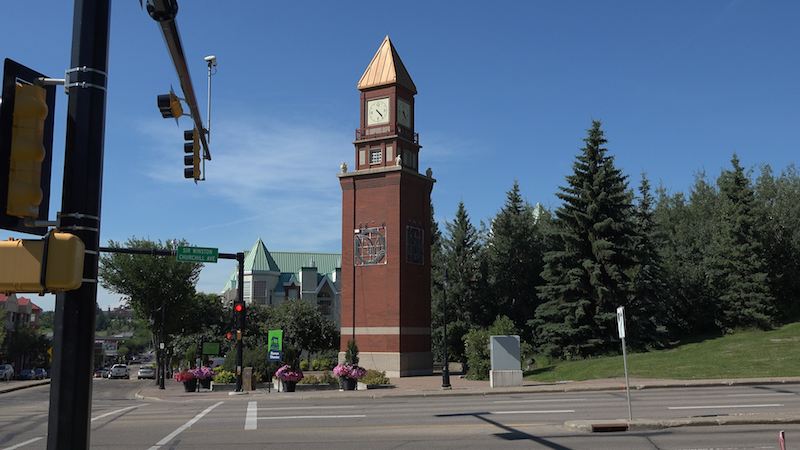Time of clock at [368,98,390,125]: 4:22
